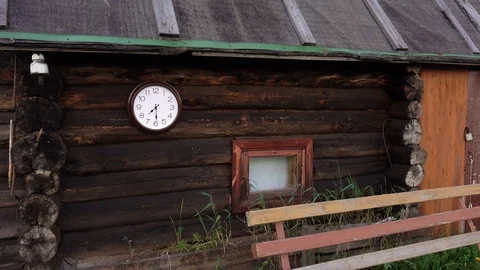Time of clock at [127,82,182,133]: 7:29
